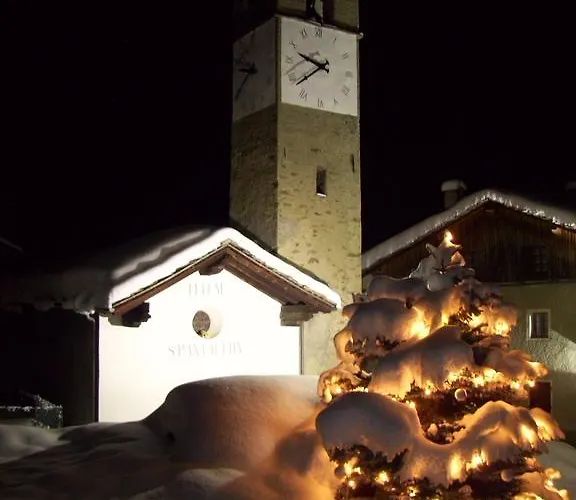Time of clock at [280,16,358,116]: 9:38
